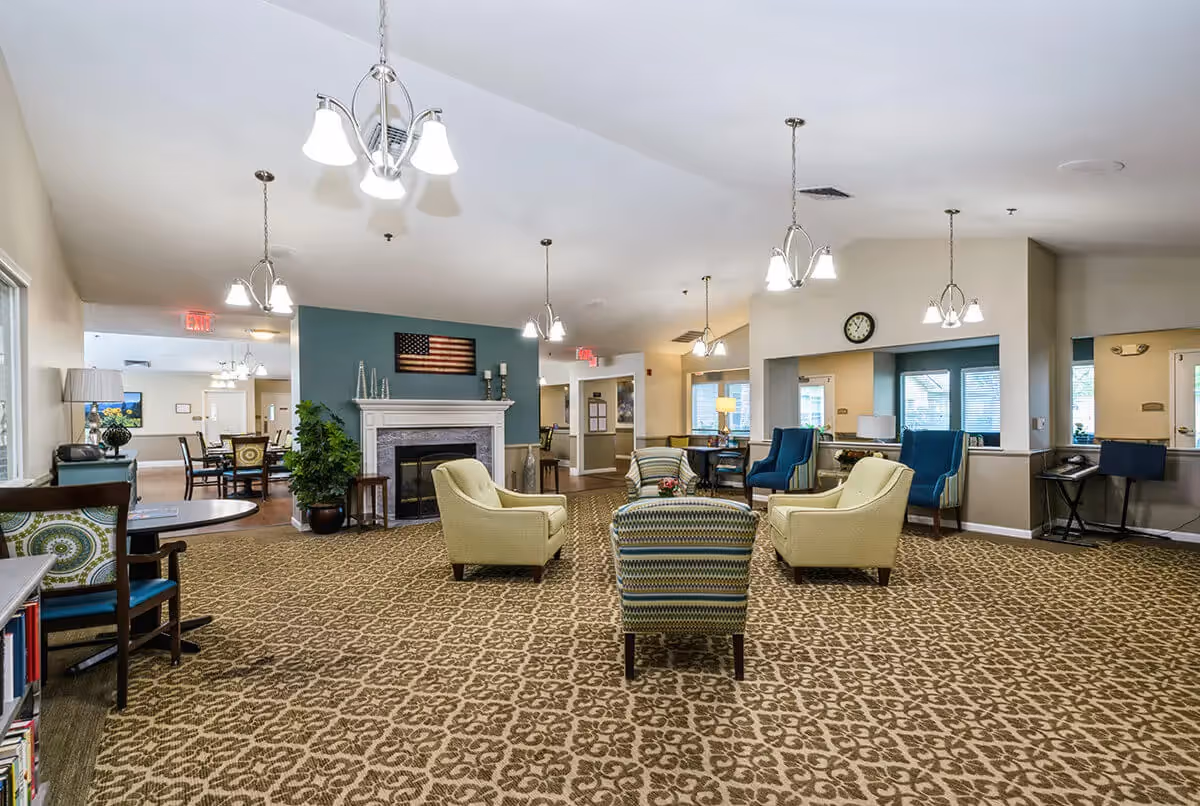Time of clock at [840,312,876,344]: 11:05
